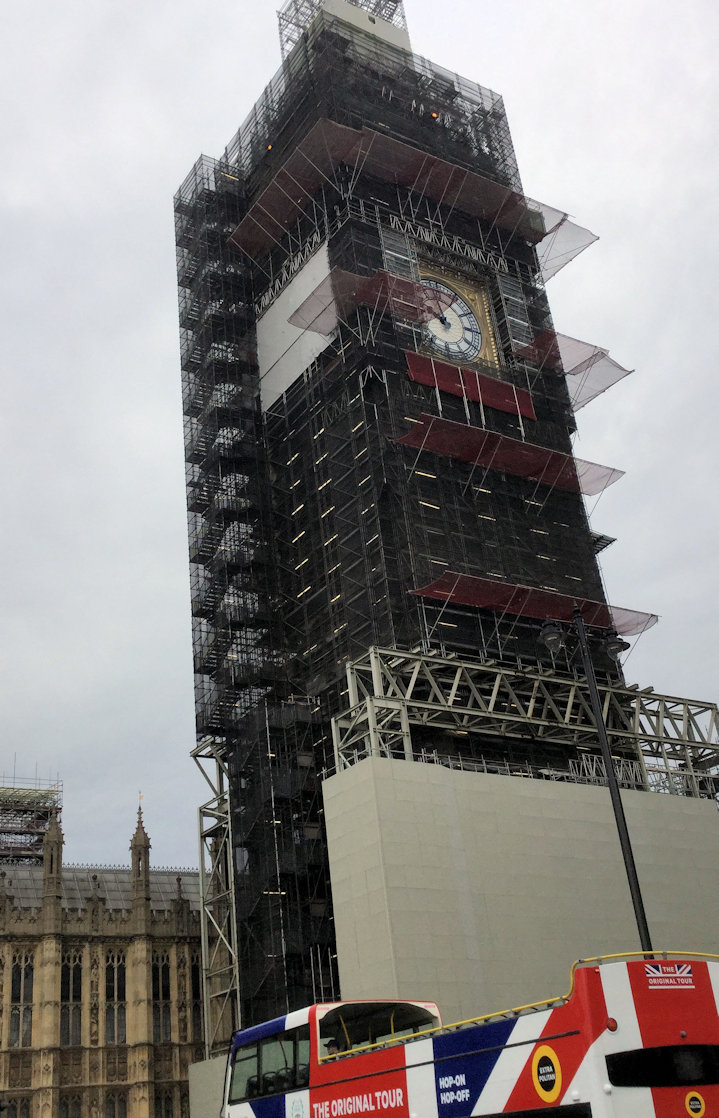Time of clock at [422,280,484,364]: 9:57
